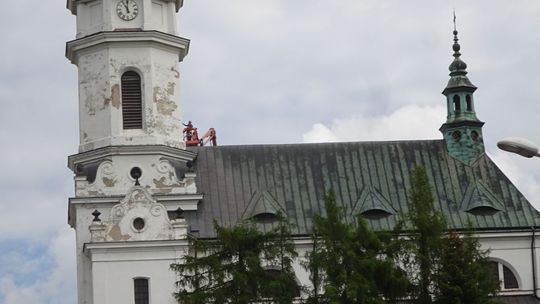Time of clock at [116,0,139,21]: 11:00
